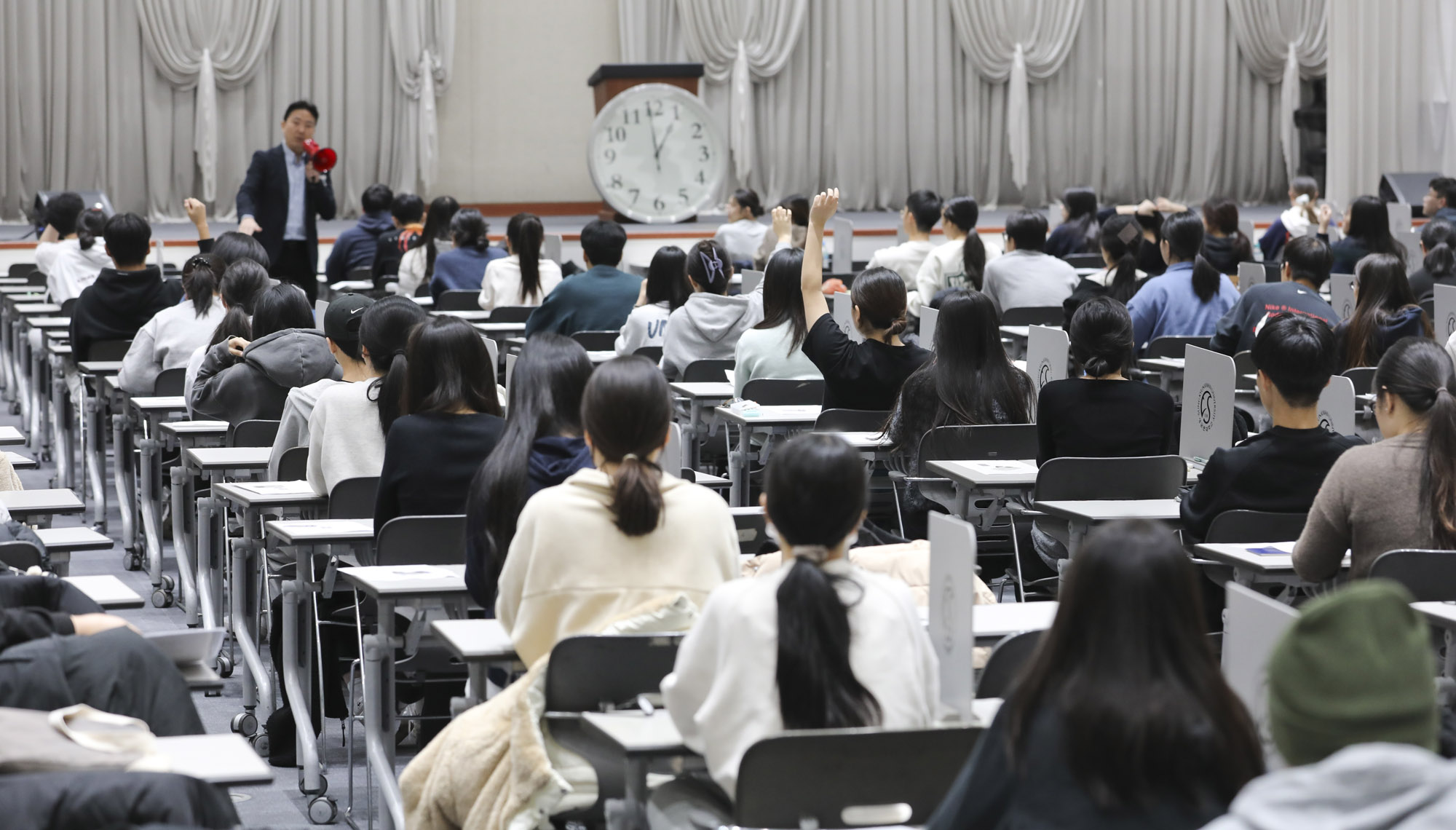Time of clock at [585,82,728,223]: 12:59
